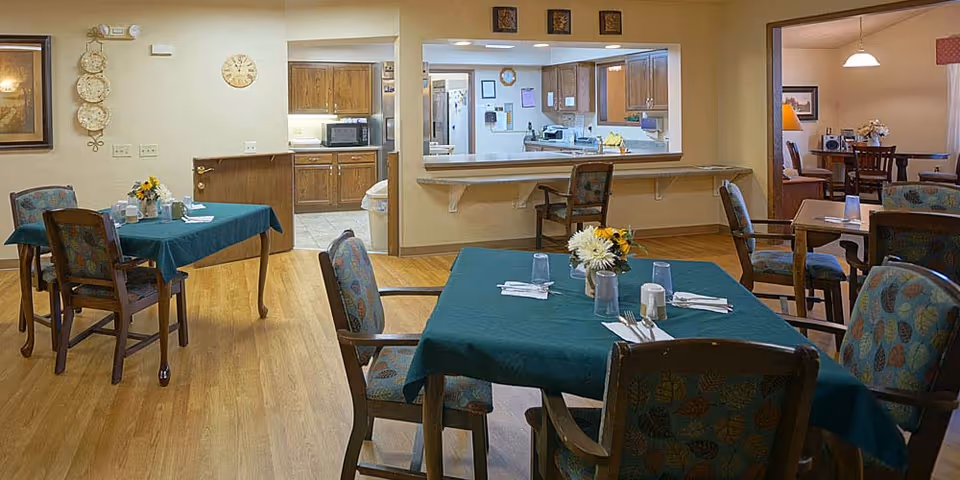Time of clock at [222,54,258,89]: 11:02
